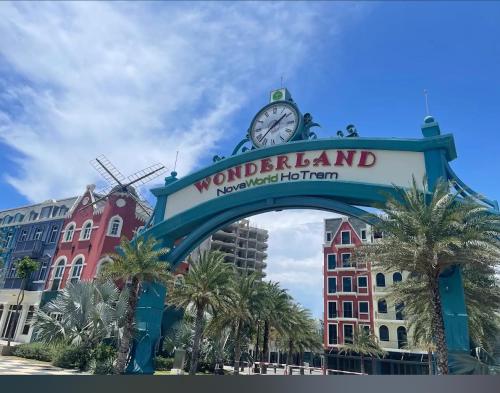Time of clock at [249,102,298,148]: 1:37
